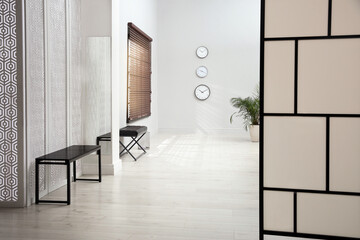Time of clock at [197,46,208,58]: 10:10
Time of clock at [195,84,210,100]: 10:10
